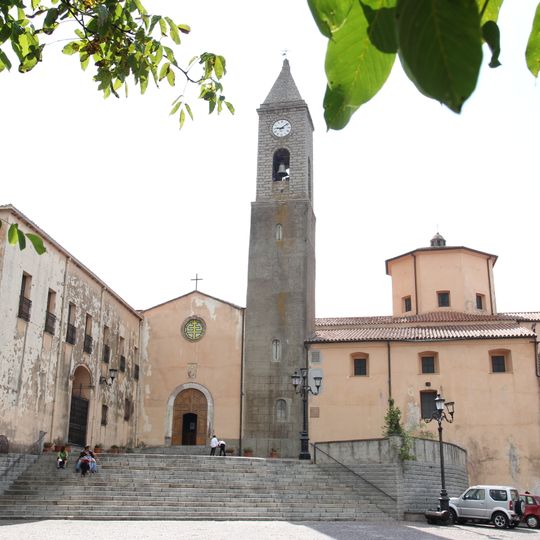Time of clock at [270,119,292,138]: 9:08
